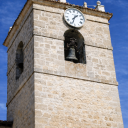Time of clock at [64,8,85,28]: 1:33
